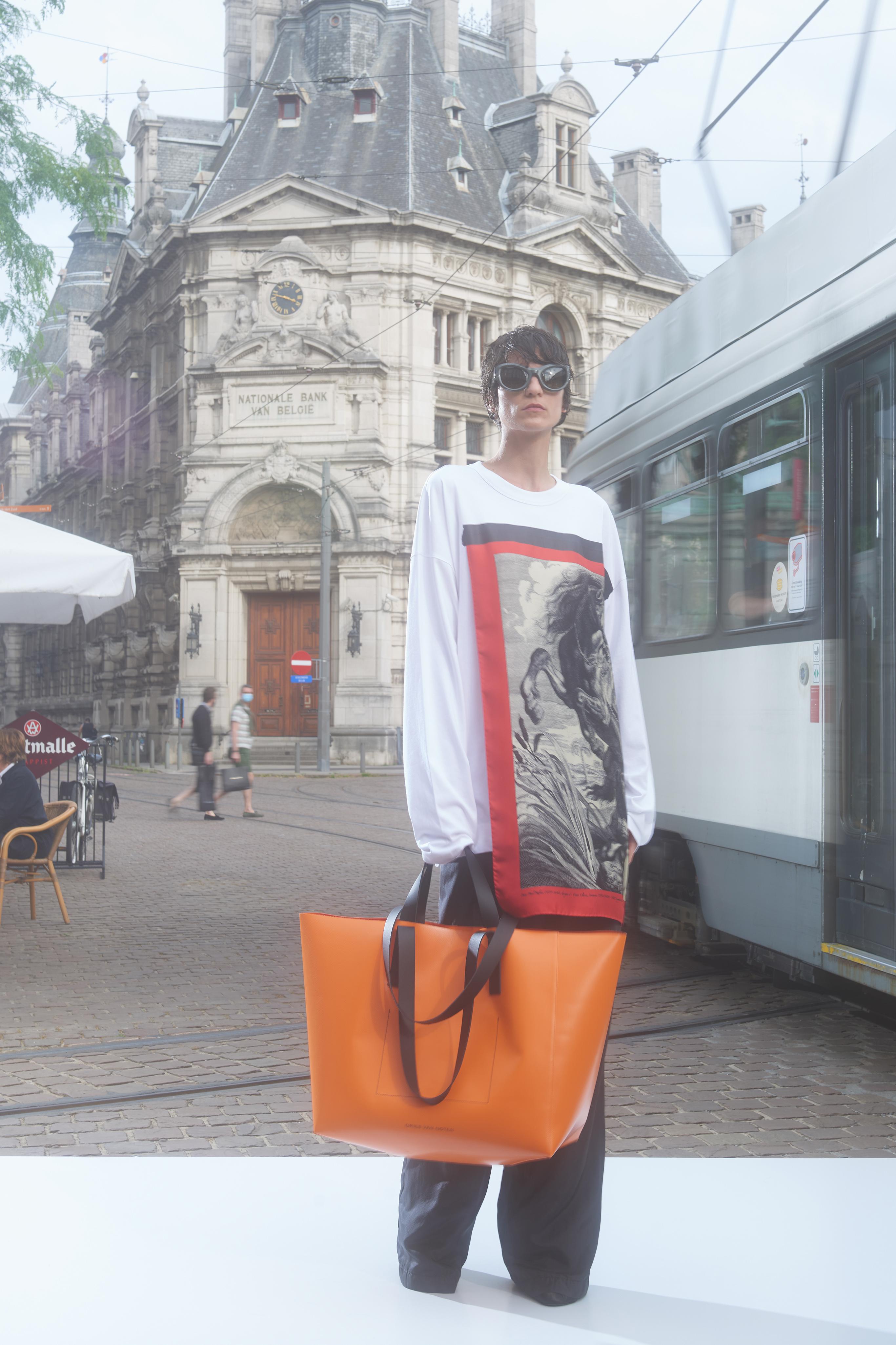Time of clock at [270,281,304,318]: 3:47
